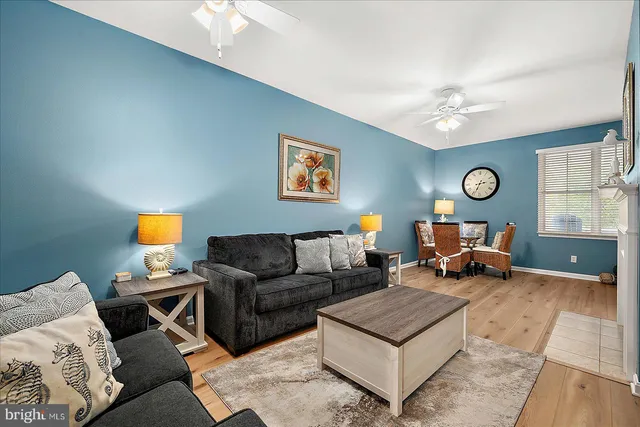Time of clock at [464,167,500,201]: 2:33
